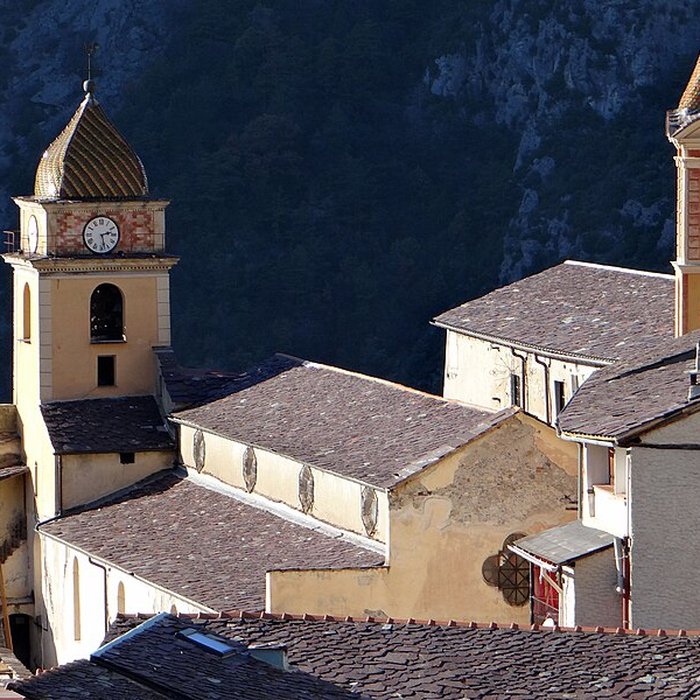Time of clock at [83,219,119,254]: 2:27
